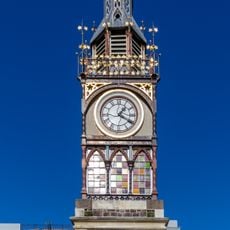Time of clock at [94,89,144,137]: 1:20
